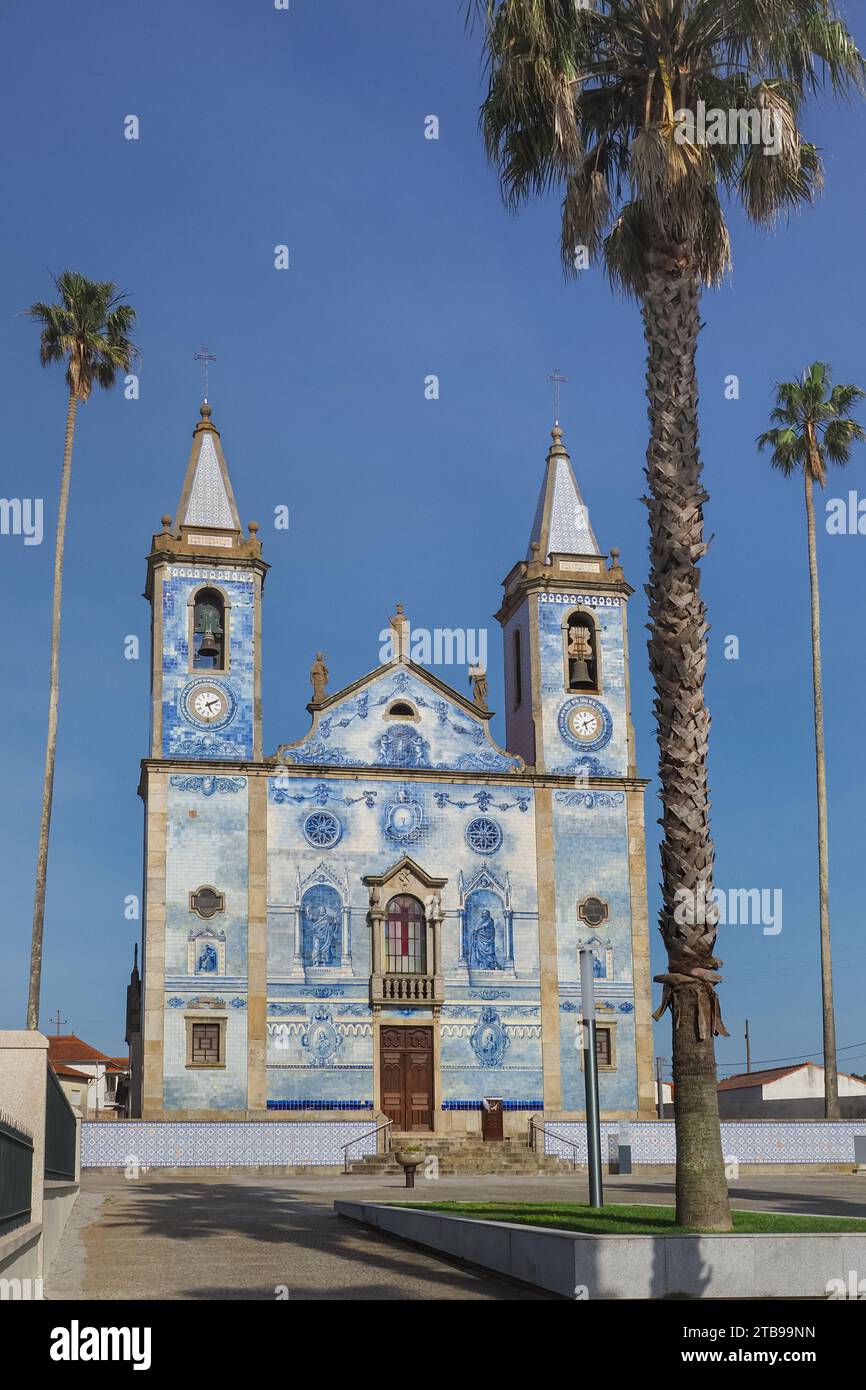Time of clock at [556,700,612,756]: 5:10
